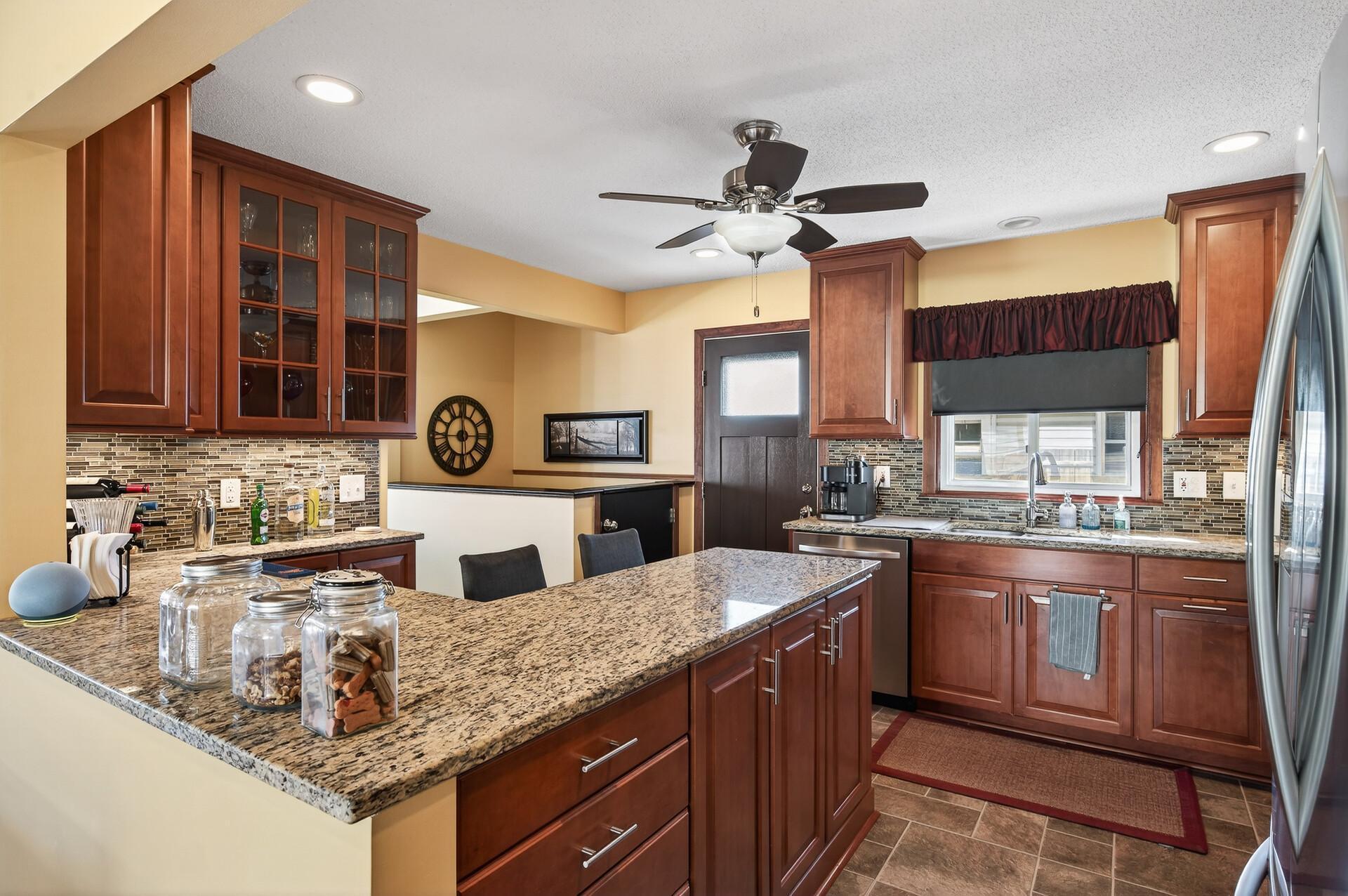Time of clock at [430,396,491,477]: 5:59
